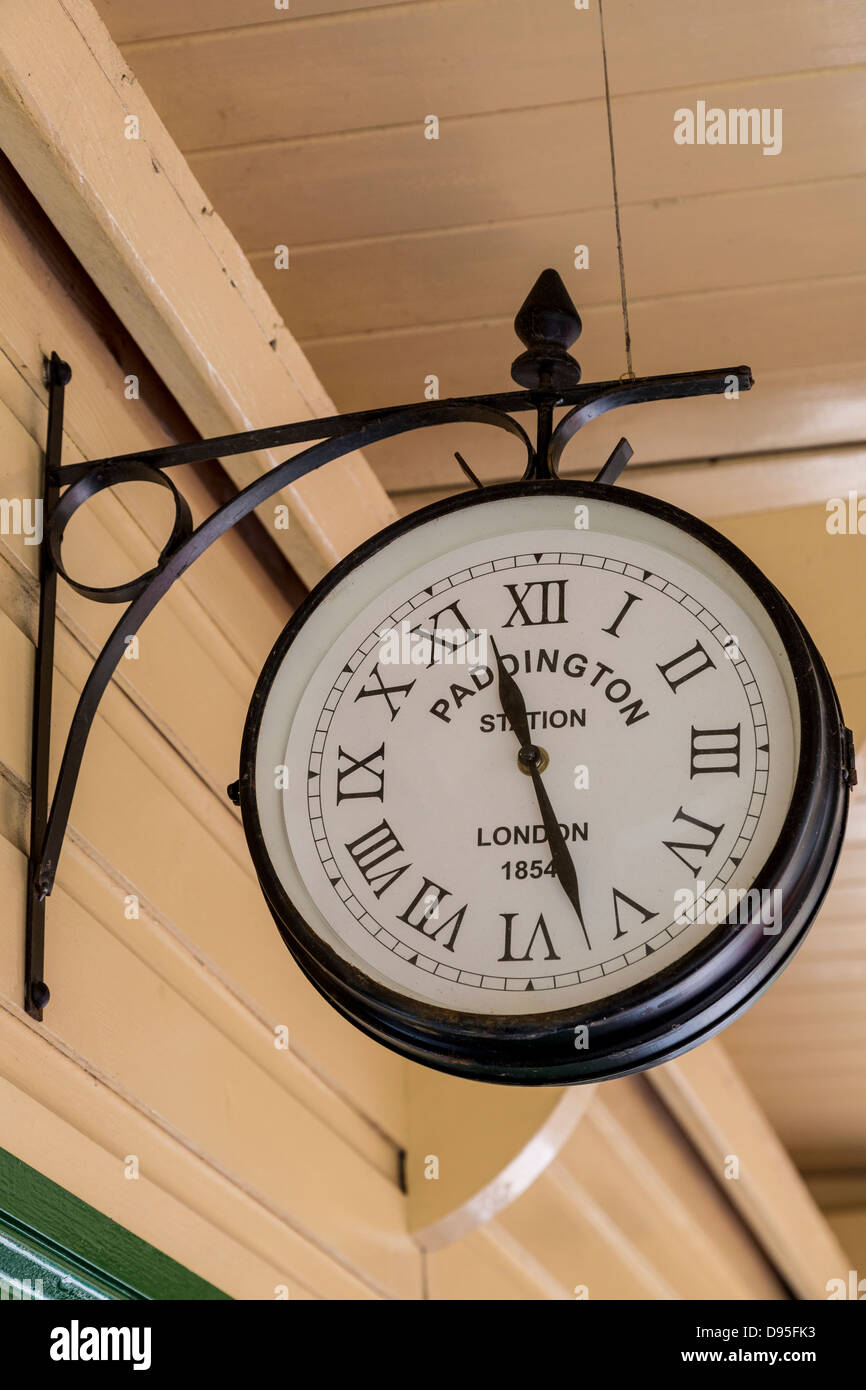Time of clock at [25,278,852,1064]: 11:27
